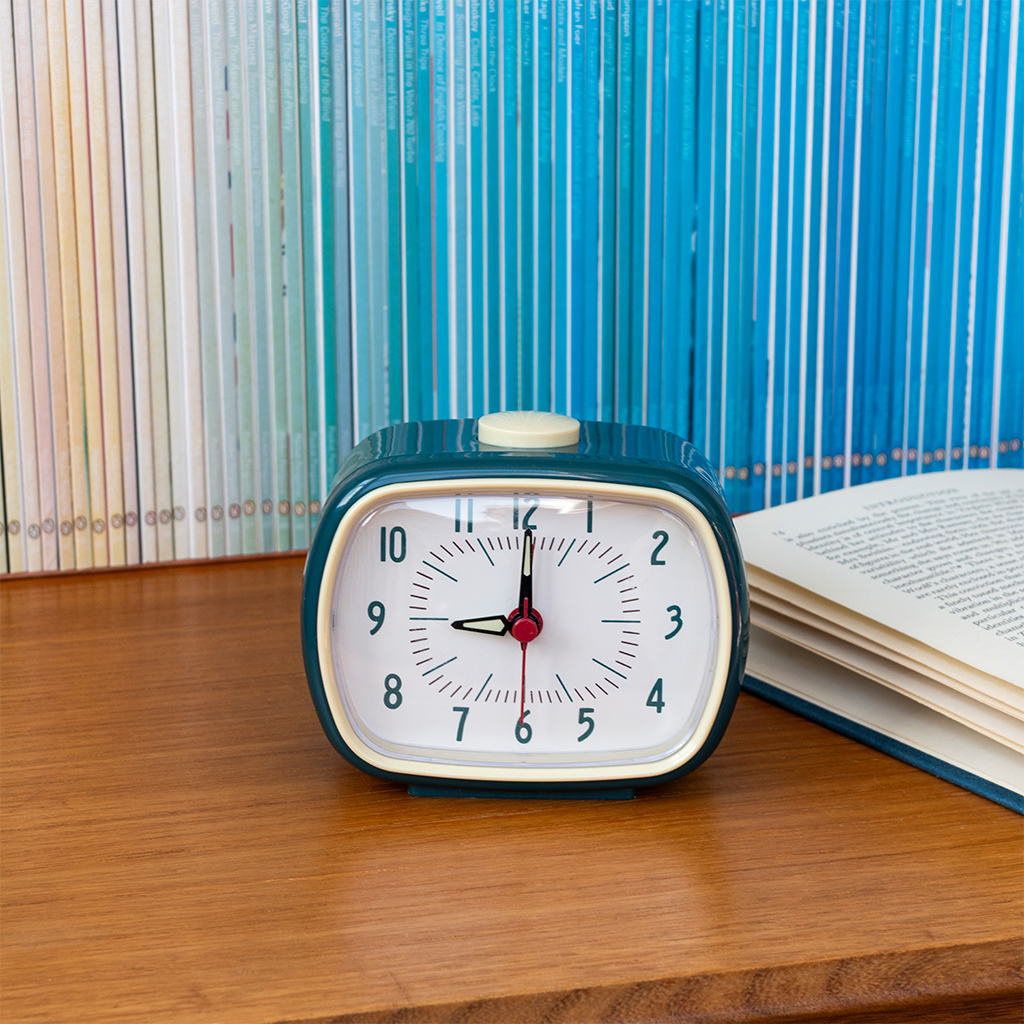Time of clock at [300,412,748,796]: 9:00
